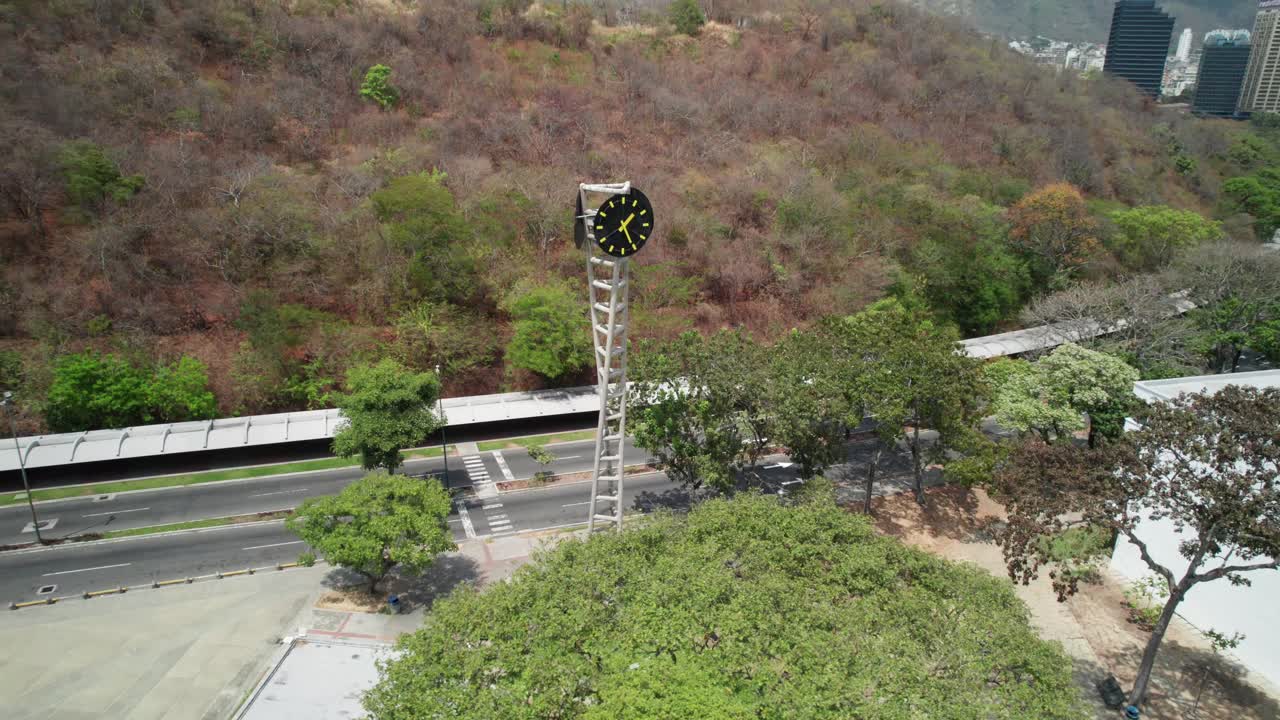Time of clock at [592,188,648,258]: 1:25
